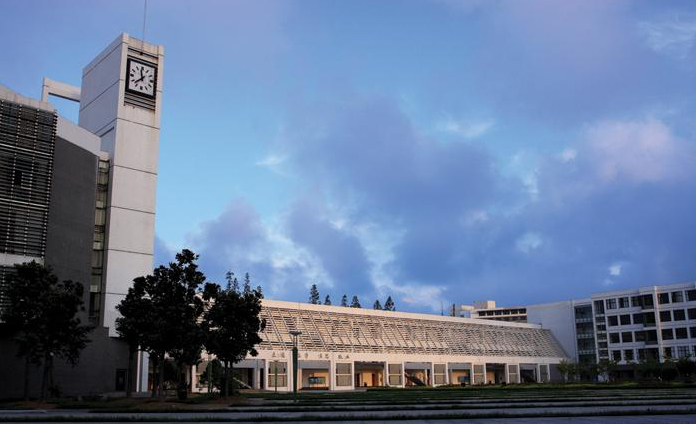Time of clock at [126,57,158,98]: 11:37
